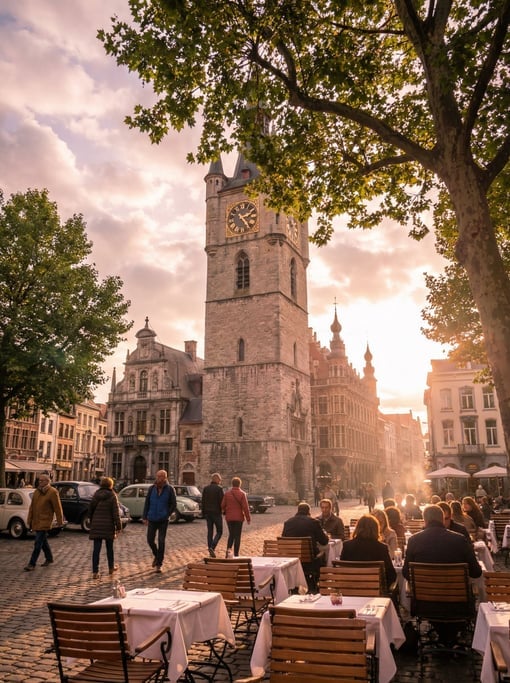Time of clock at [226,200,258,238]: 2:23
